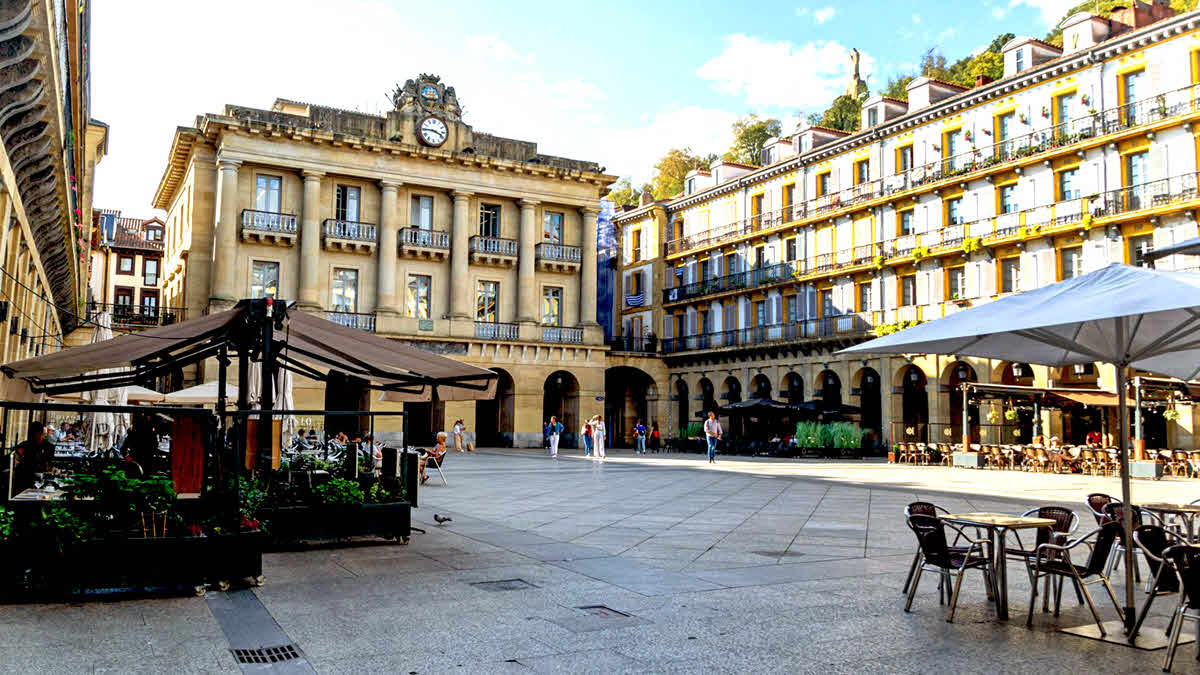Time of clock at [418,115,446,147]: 3:45
